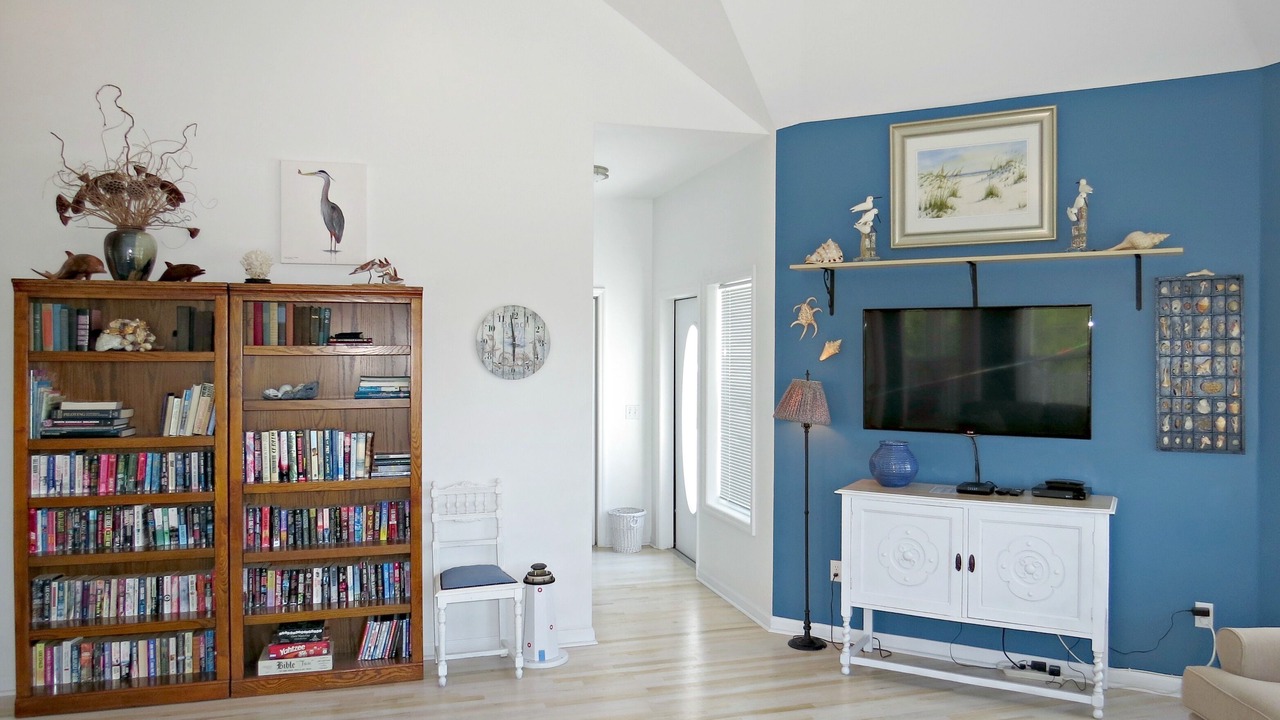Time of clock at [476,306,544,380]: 5:59
